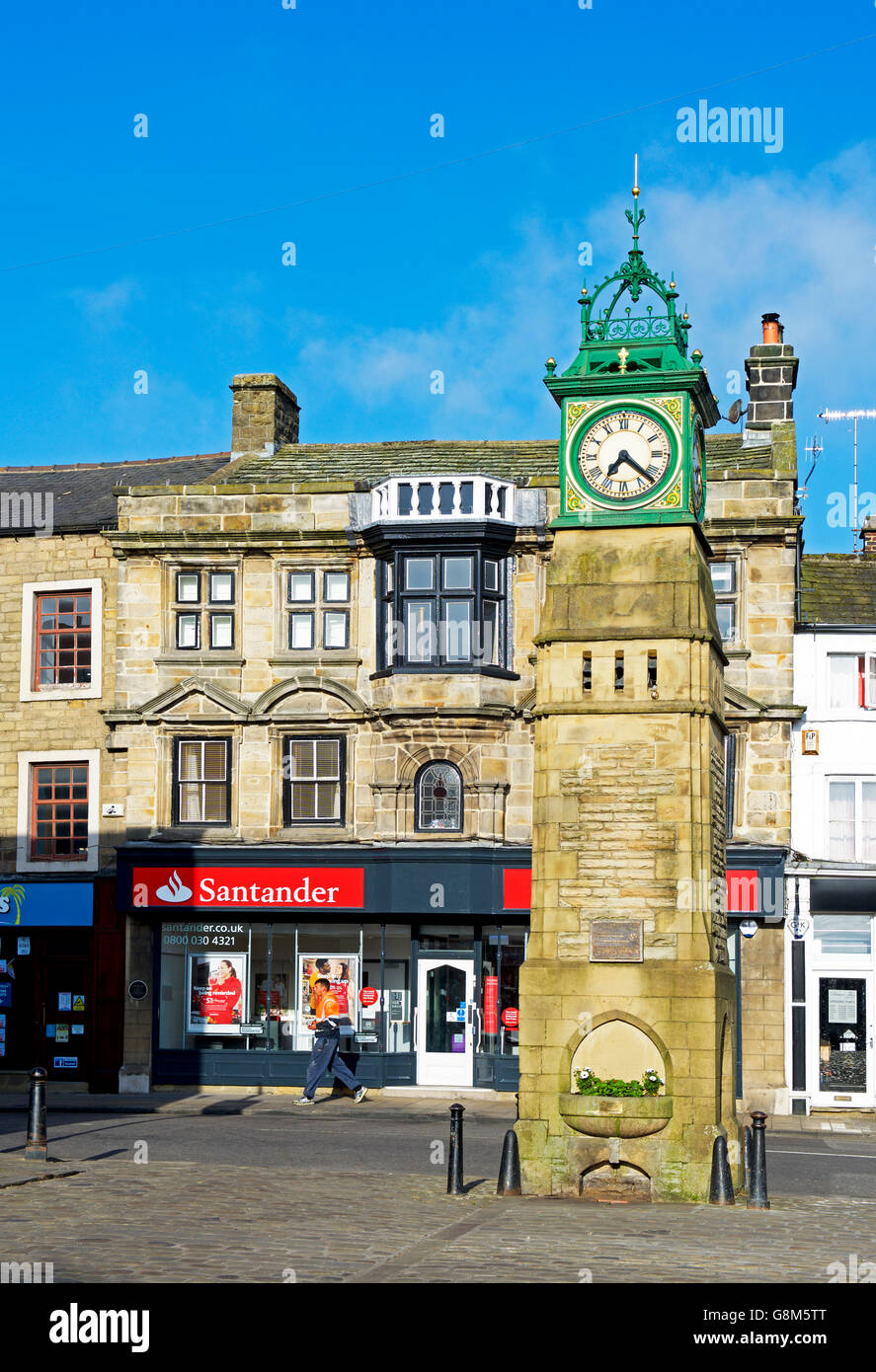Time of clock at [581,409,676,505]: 7:22
